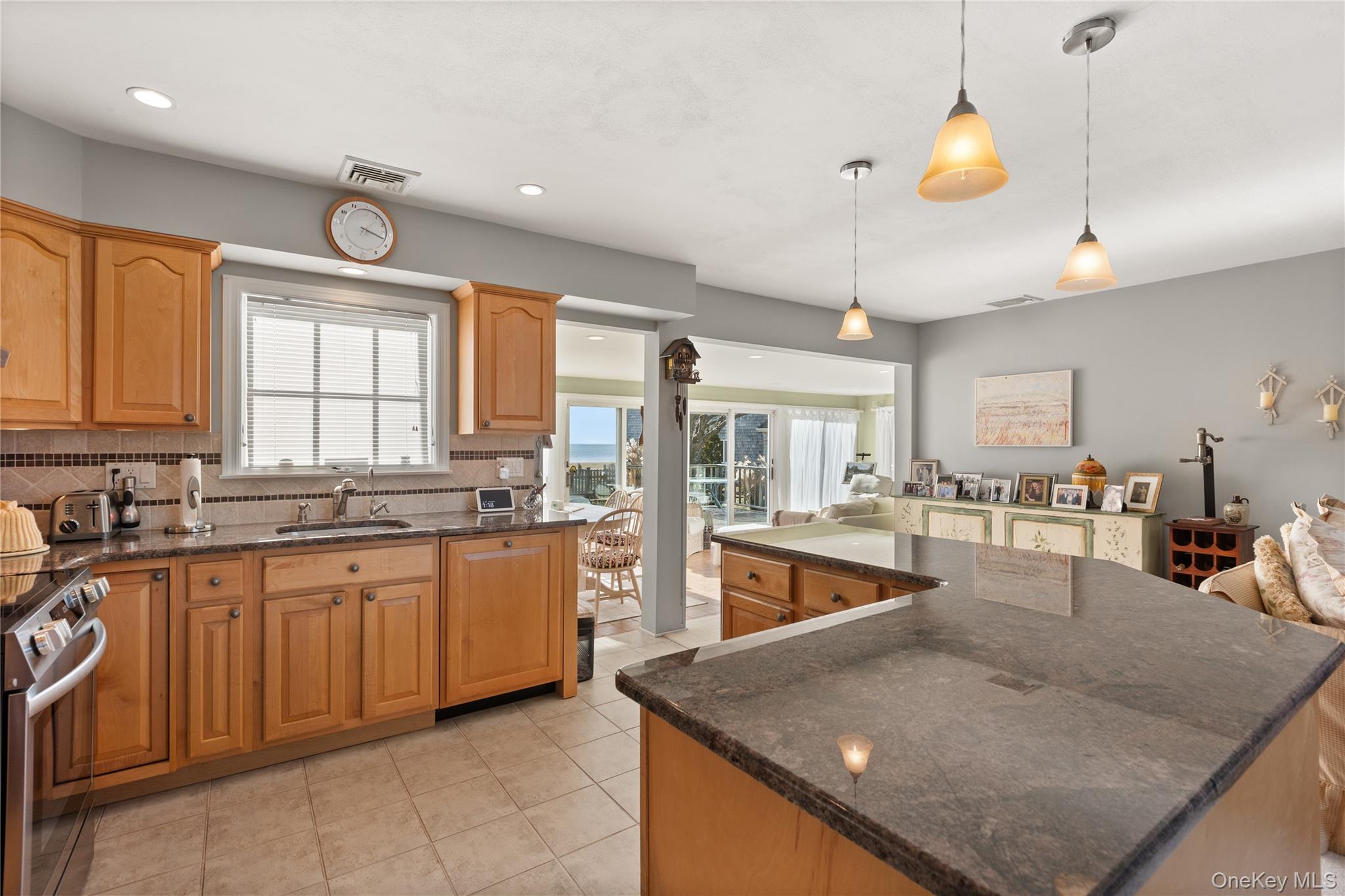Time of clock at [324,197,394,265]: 3:17
